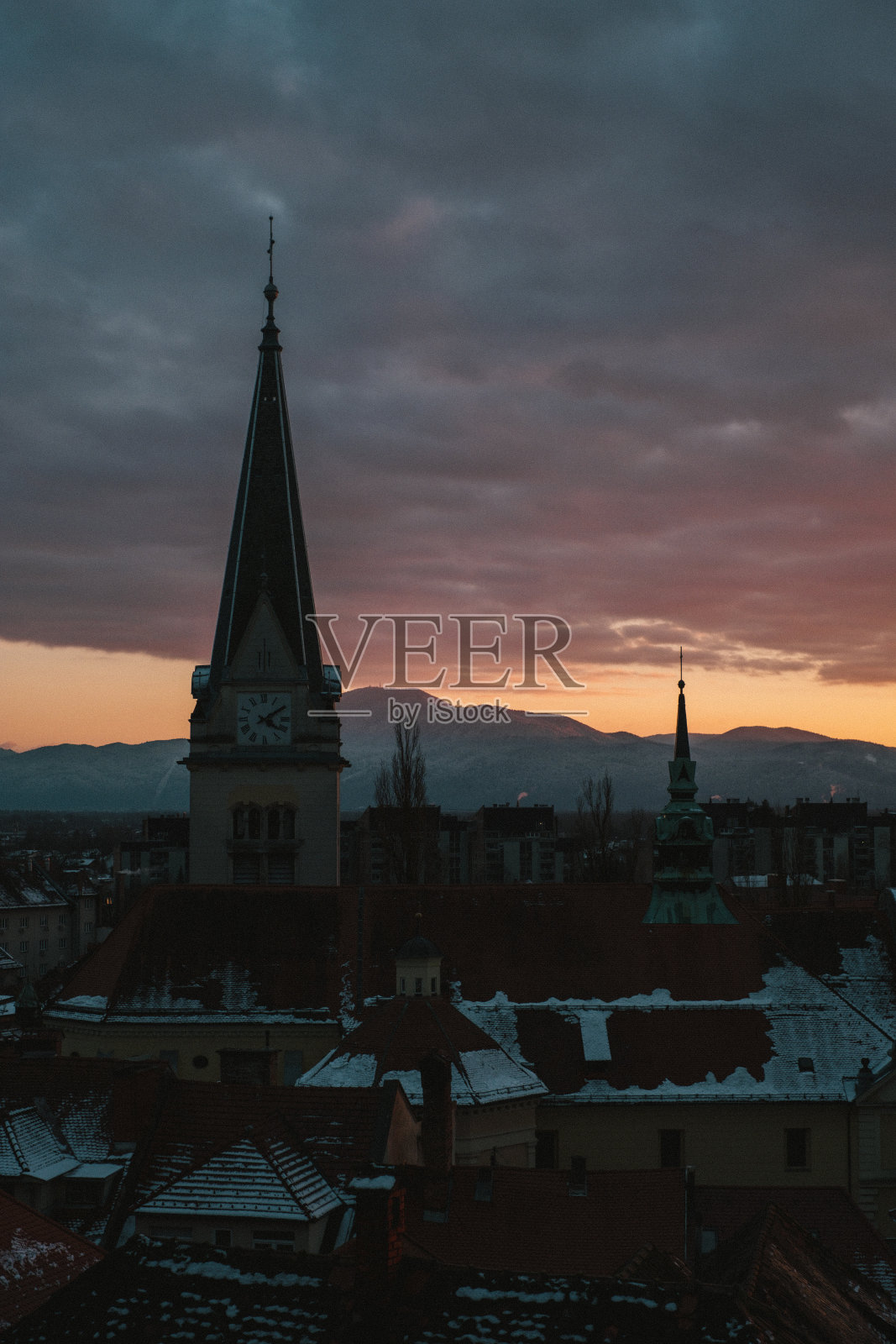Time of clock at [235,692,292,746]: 4:09
